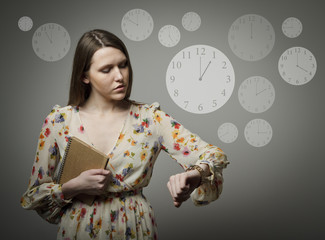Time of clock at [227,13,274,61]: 12:00
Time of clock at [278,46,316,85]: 4:00
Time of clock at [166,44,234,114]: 1:00
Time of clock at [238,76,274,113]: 2:00
